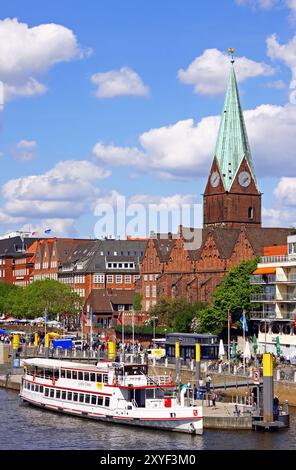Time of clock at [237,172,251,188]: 1:37
